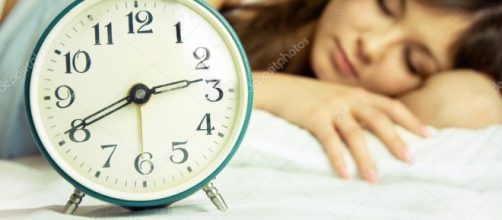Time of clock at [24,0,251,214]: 2:40
